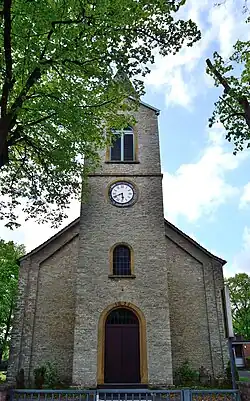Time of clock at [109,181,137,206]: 5:41
